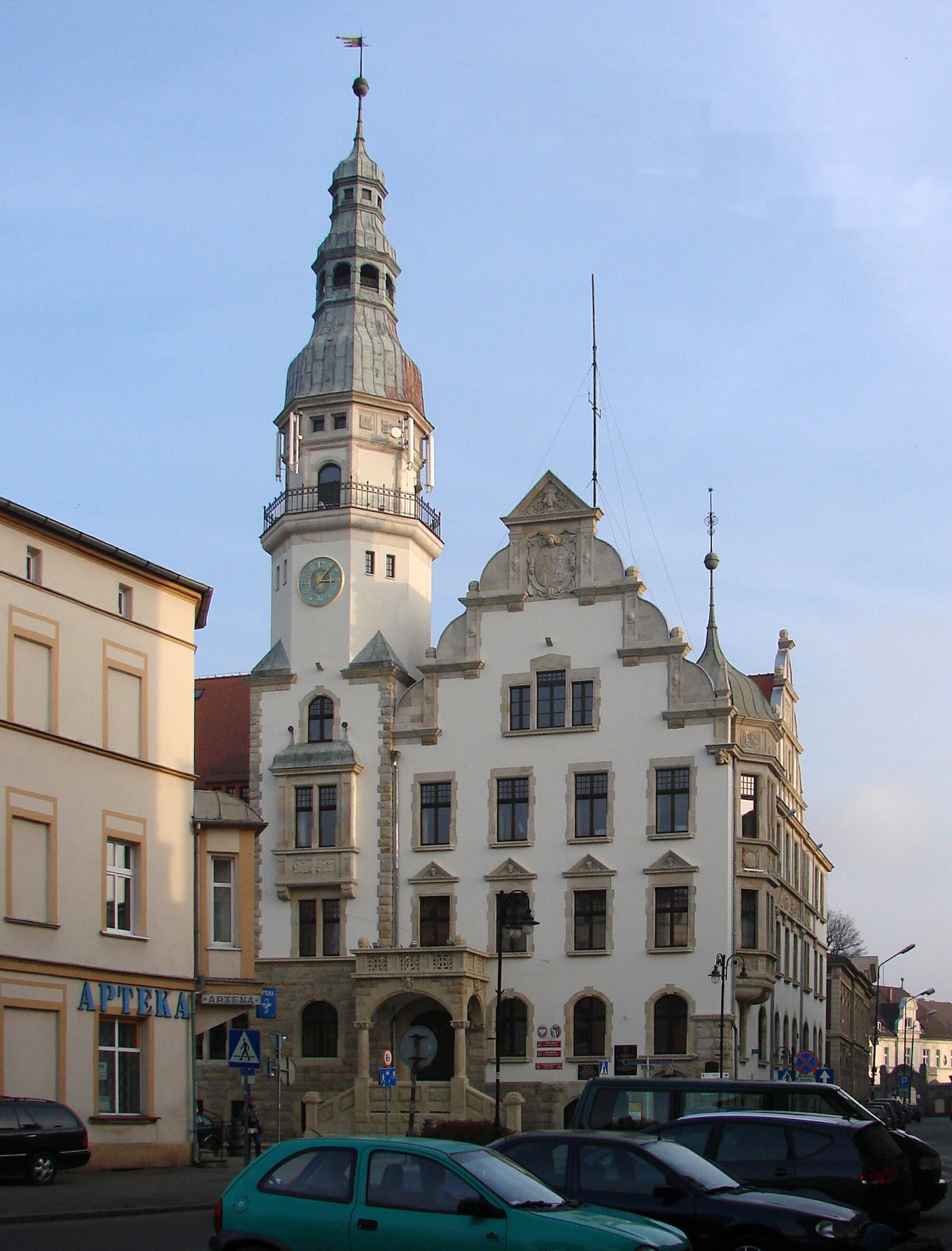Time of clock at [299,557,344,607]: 3:06
